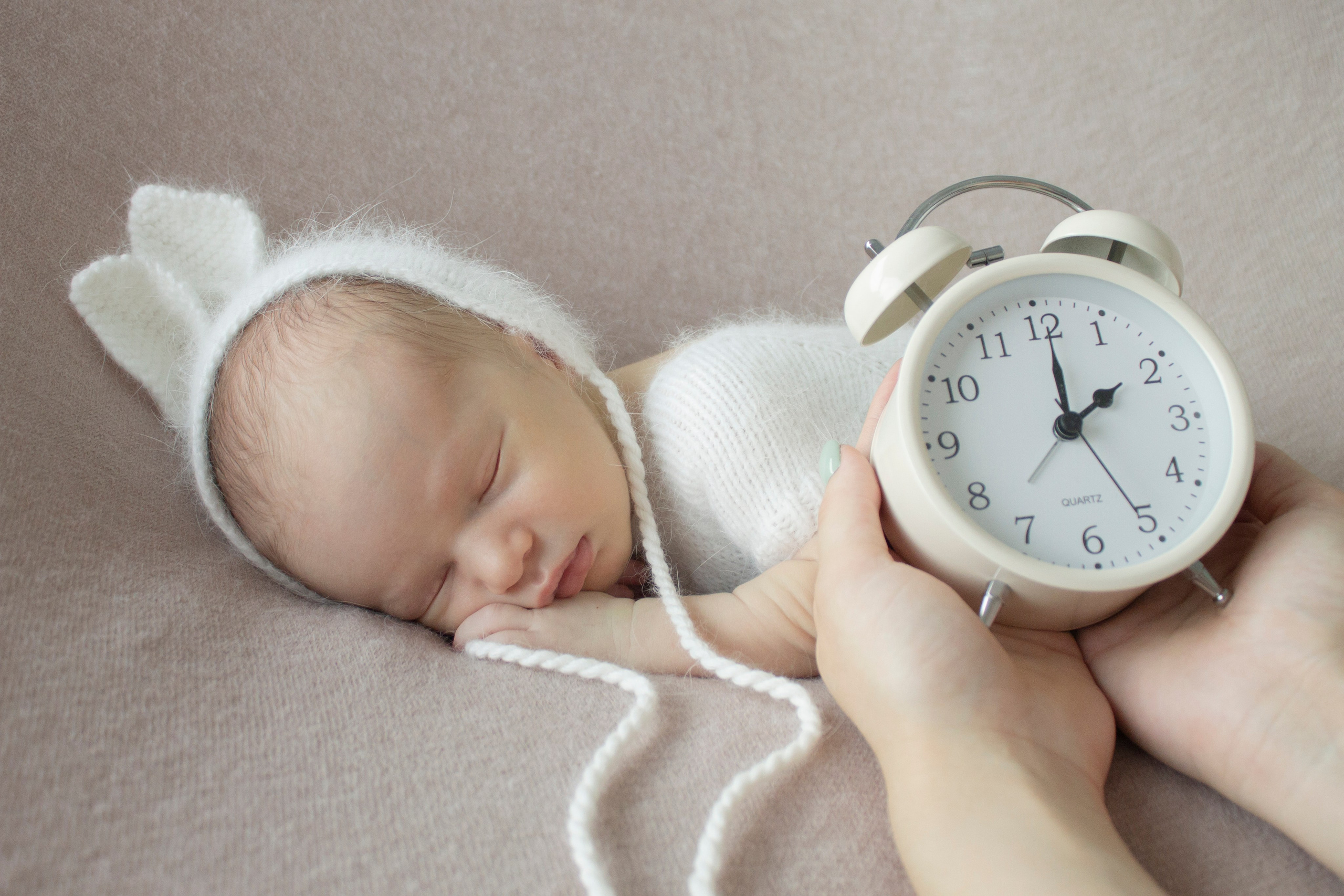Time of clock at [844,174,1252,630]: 2:00
